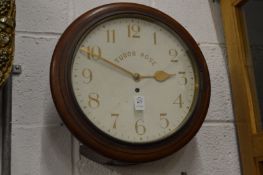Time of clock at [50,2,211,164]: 2:49
